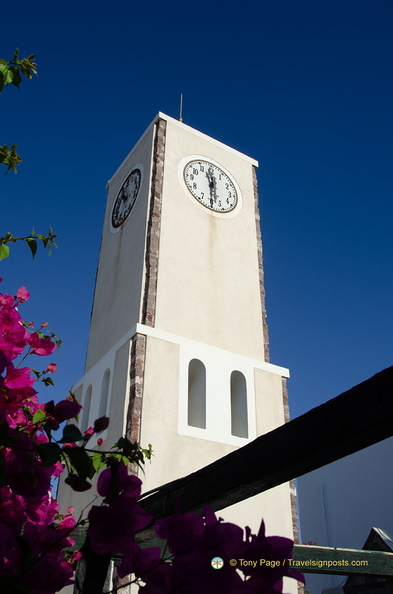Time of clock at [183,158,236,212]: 11:30
